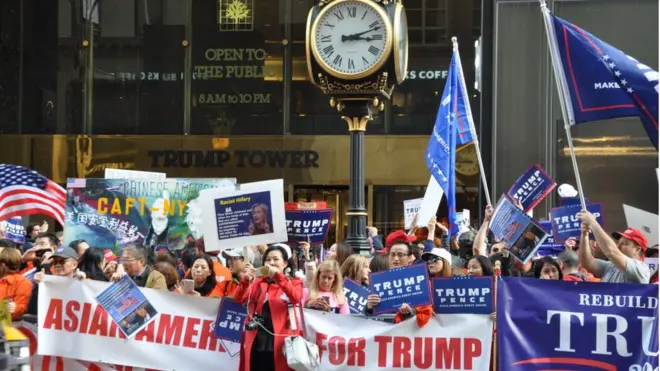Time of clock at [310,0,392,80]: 3:11
